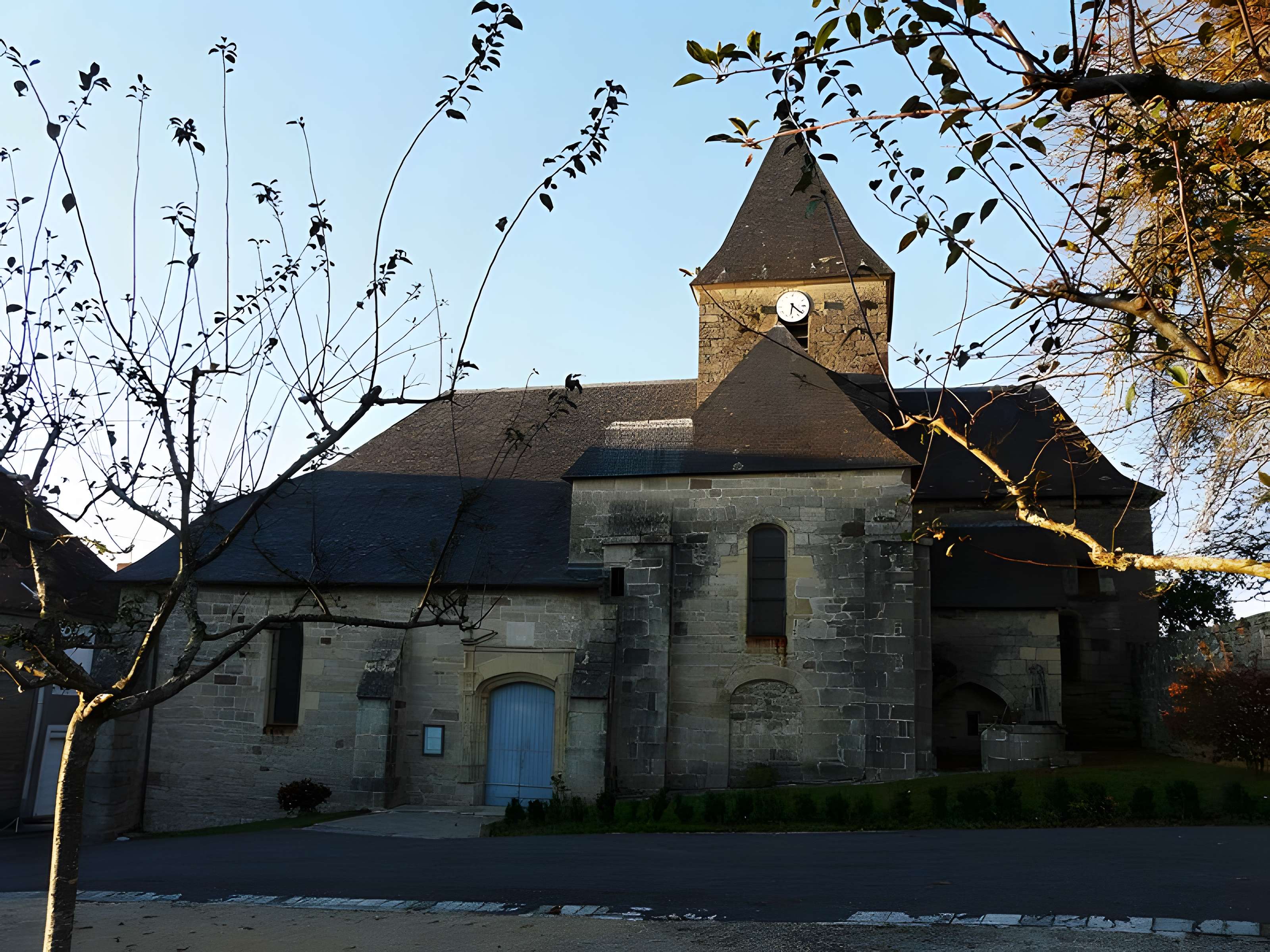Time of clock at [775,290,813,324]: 6:21
